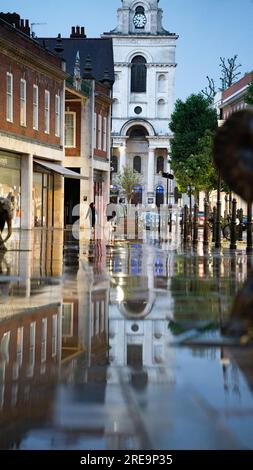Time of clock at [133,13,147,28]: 9:34
